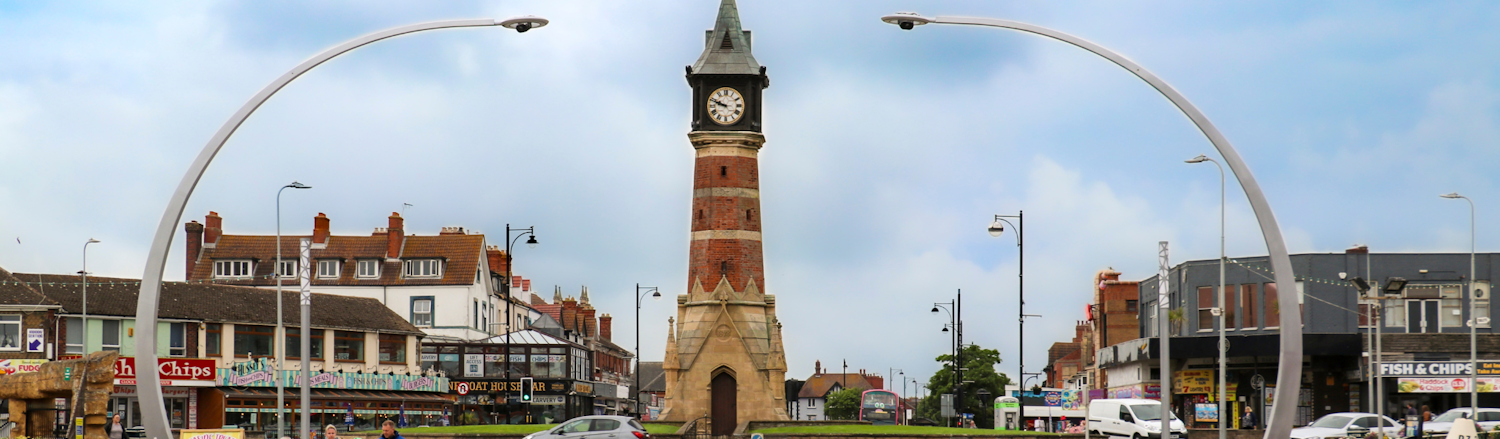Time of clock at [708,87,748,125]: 9:48
